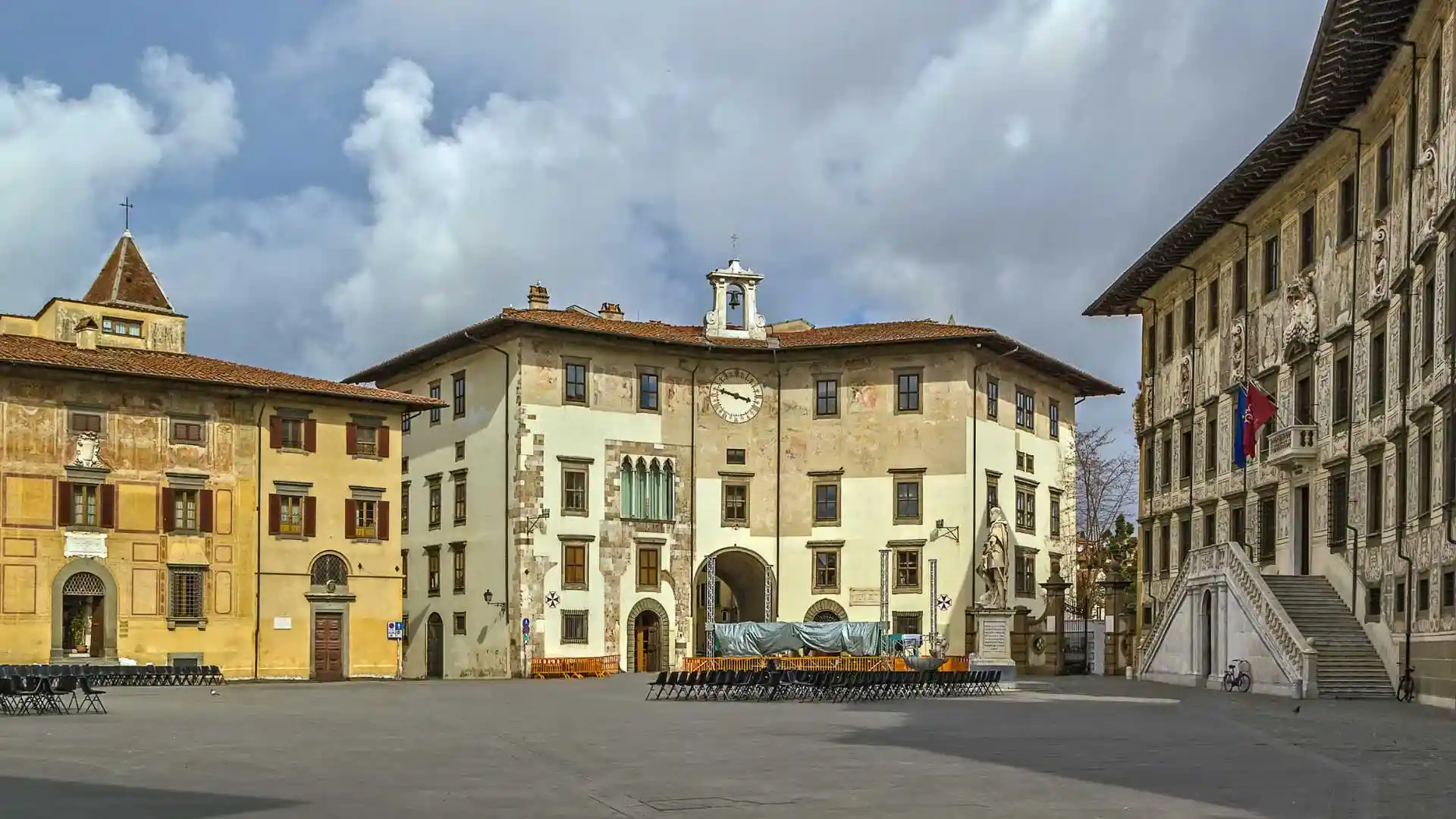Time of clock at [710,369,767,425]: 3:47
